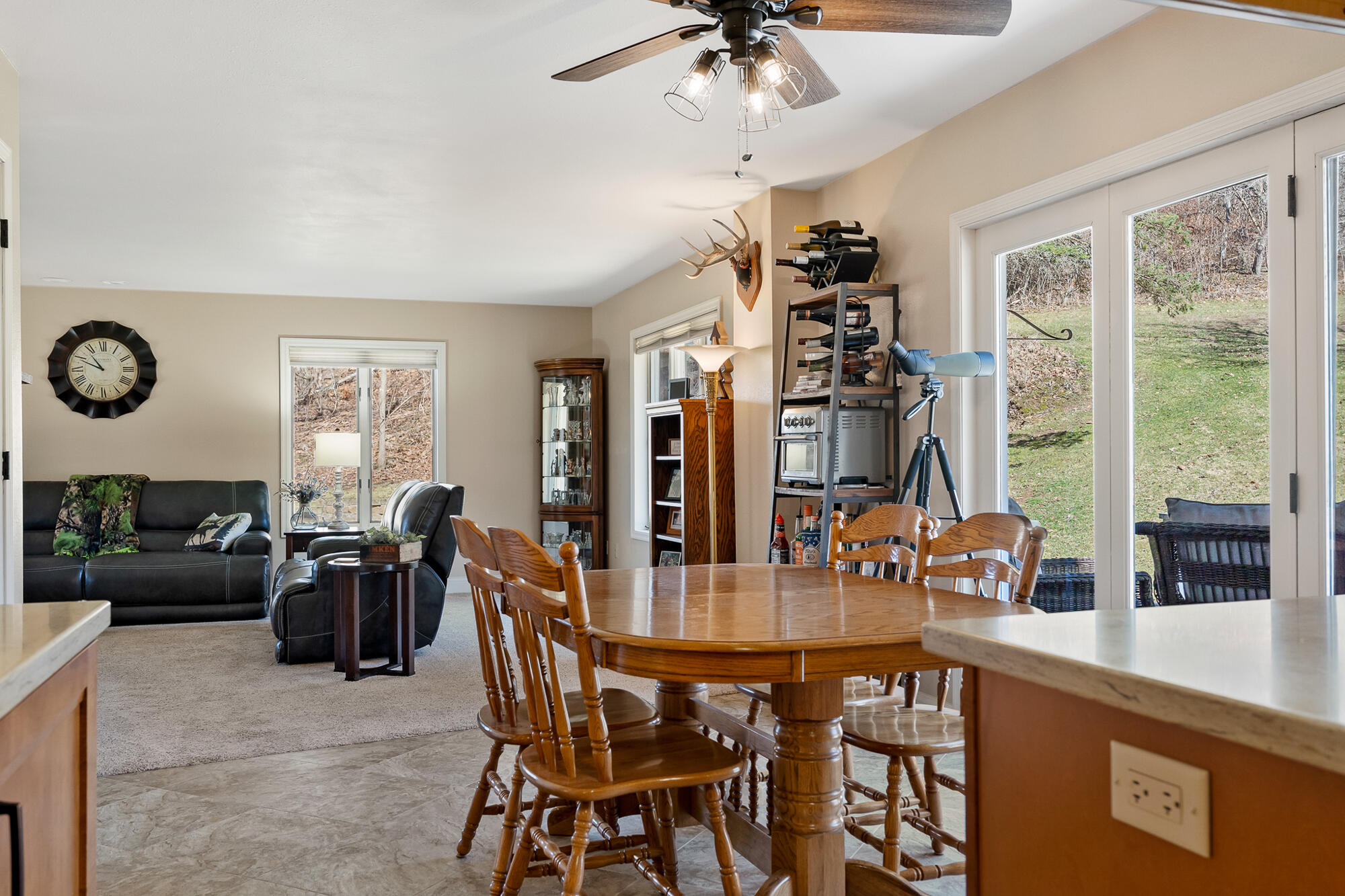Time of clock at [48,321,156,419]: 10:49
